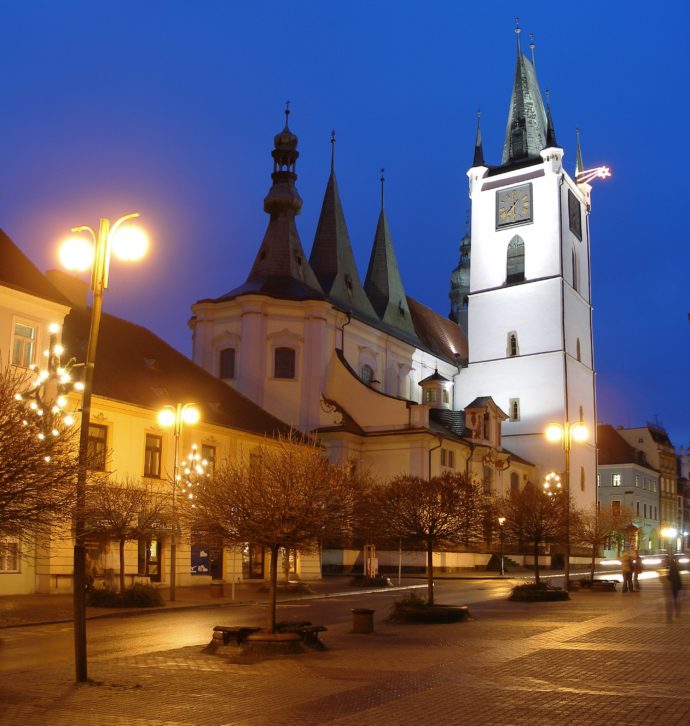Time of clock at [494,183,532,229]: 7:30
